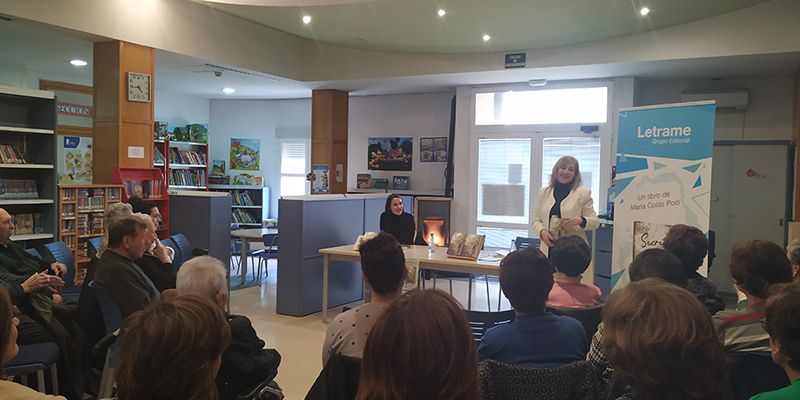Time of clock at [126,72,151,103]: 4:44
